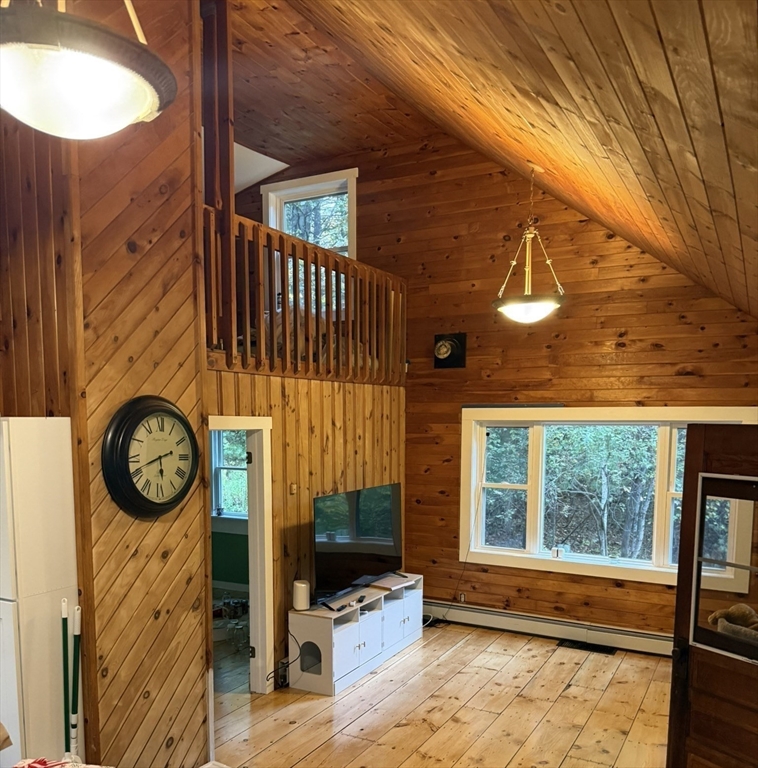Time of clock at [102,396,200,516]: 5:41
